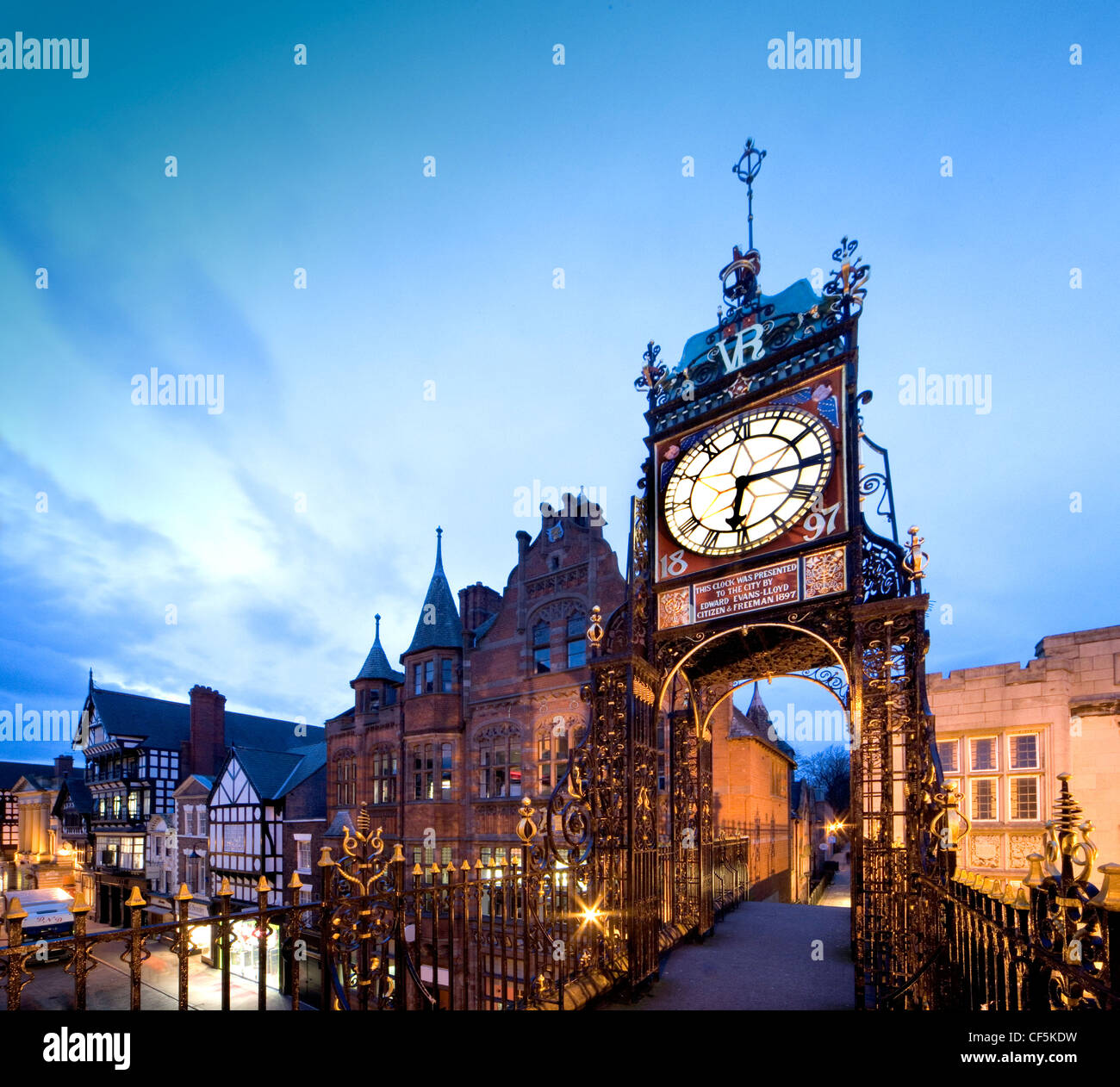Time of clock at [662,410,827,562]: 6:14
